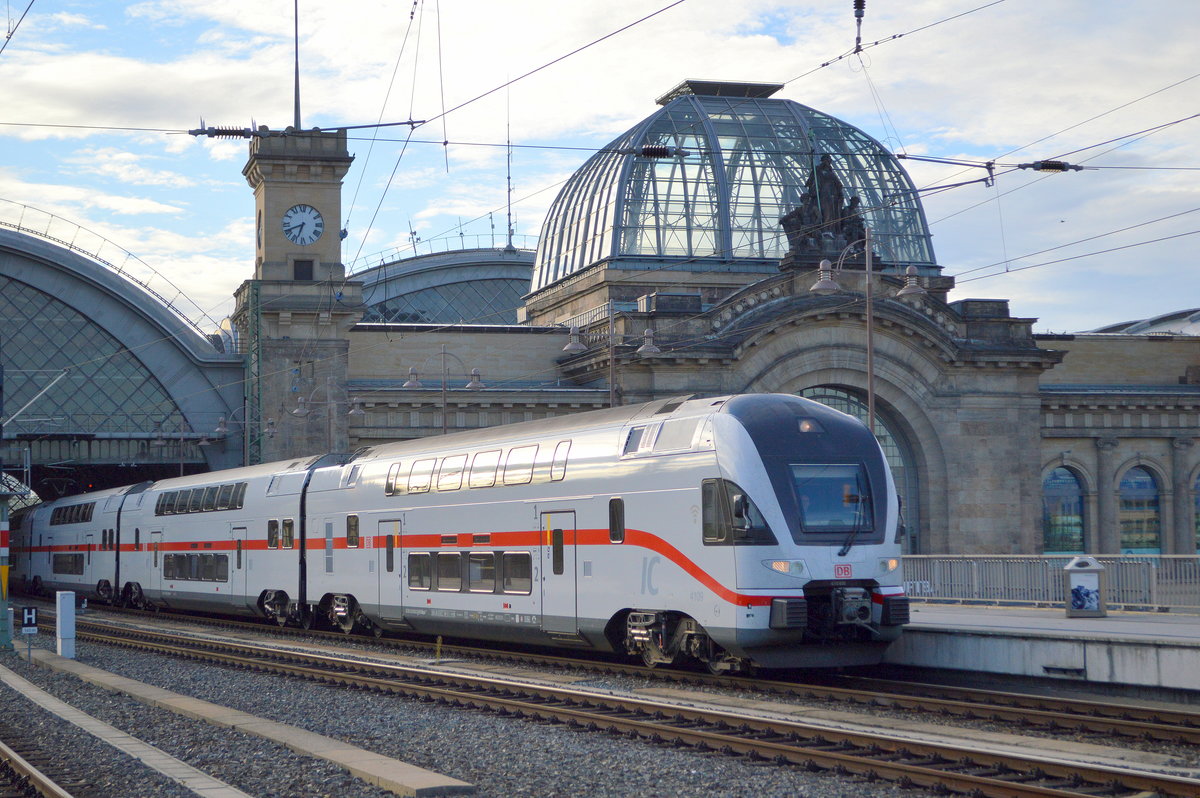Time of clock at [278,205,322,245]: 6:41
